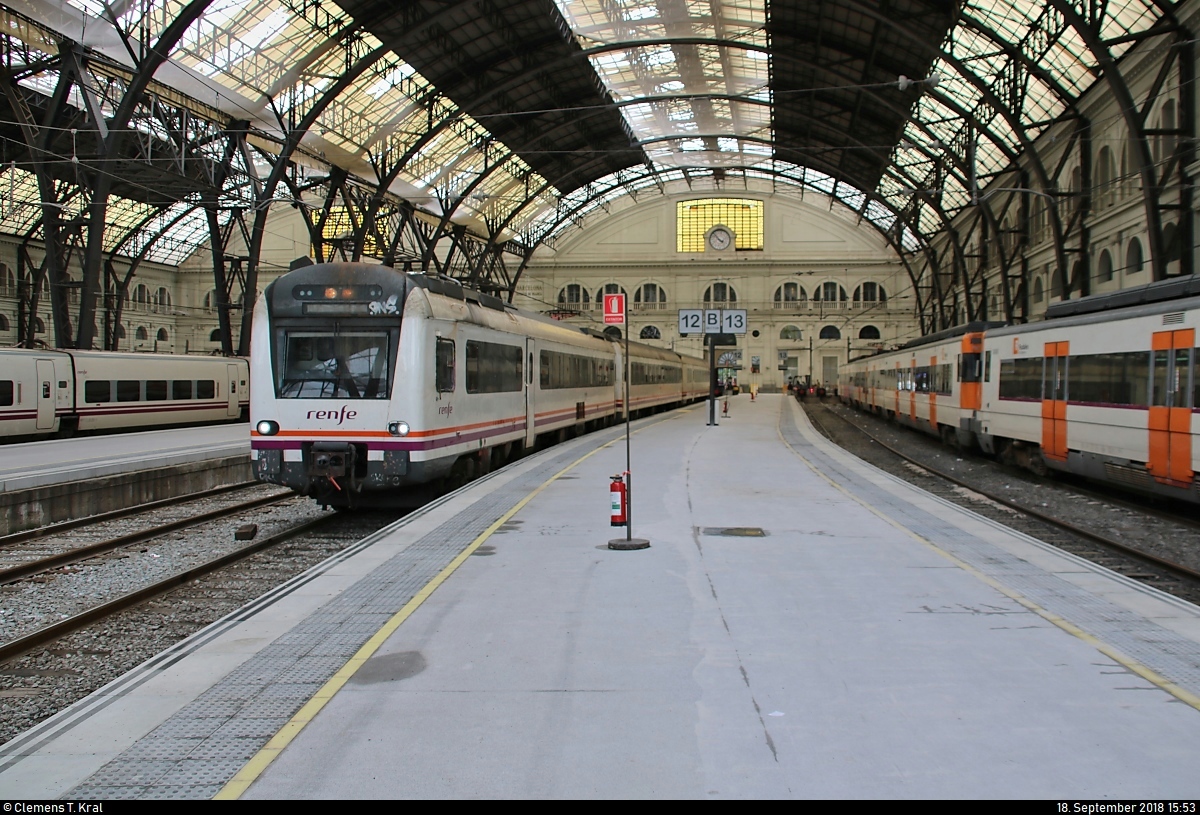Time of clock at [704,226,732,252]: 3:52
